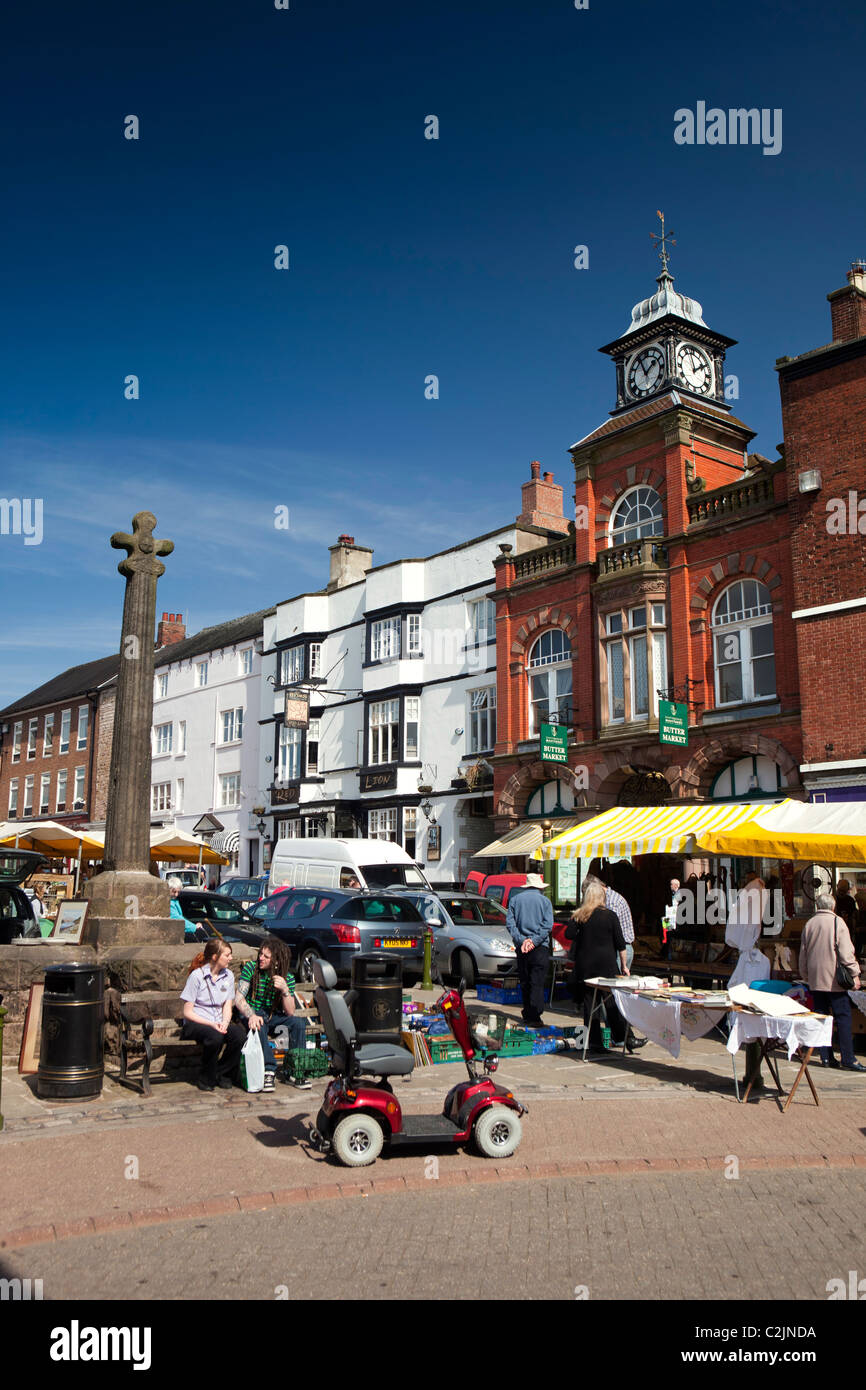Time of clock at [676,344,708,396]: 1:57
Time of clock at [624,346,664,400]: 1:56
